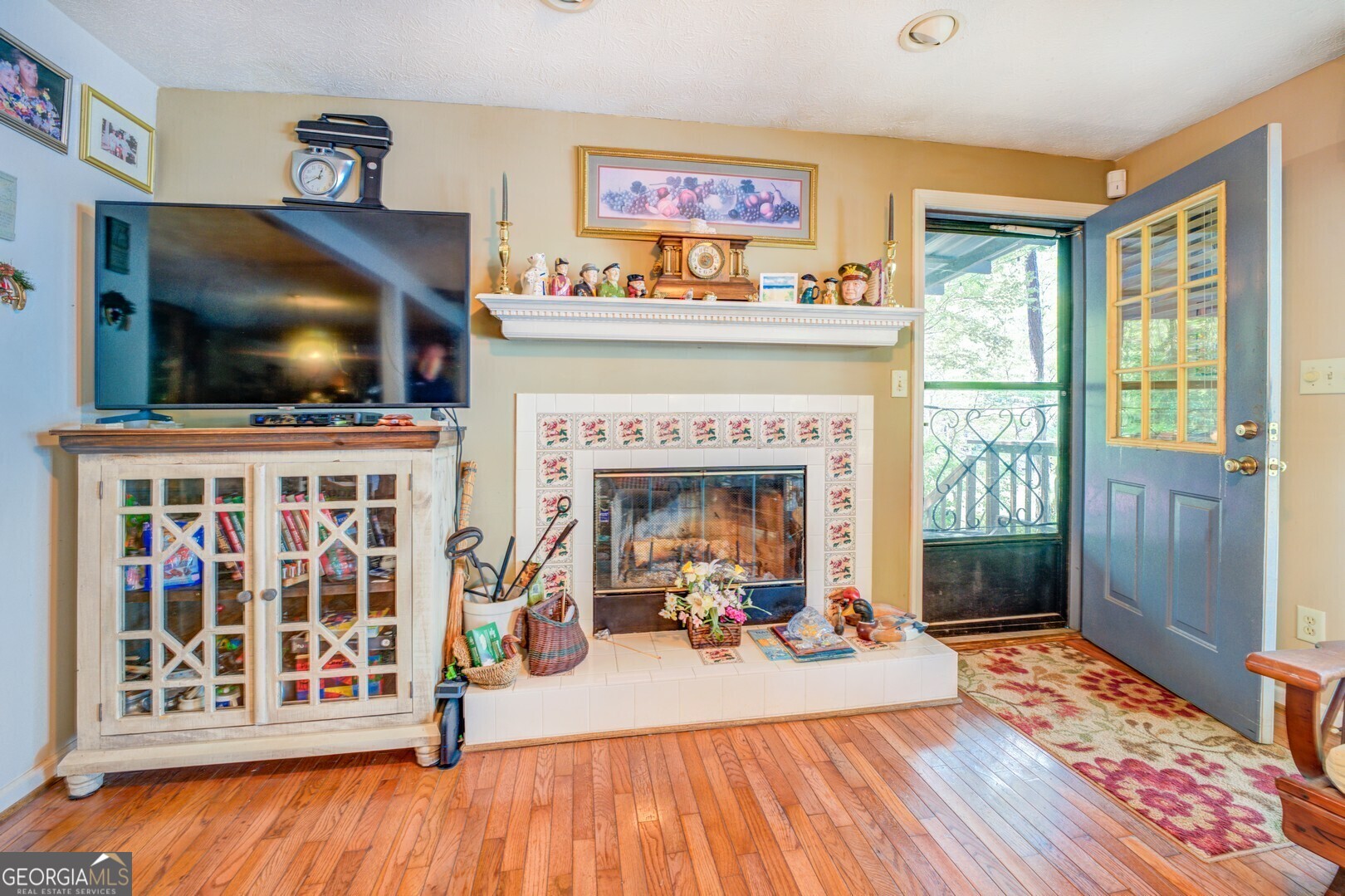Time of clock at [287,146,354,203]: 12:40
